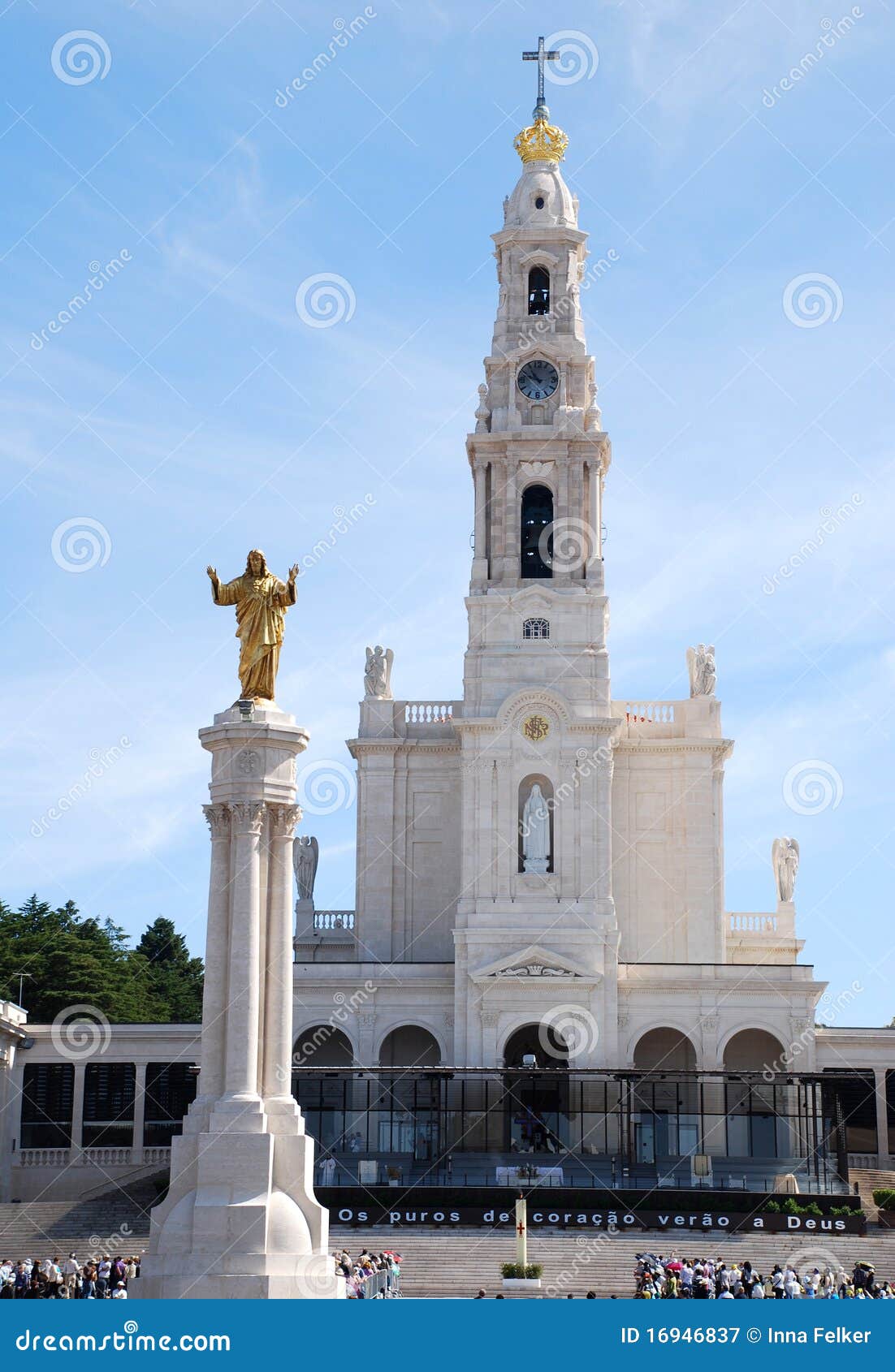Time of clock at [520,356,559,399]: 10:48
